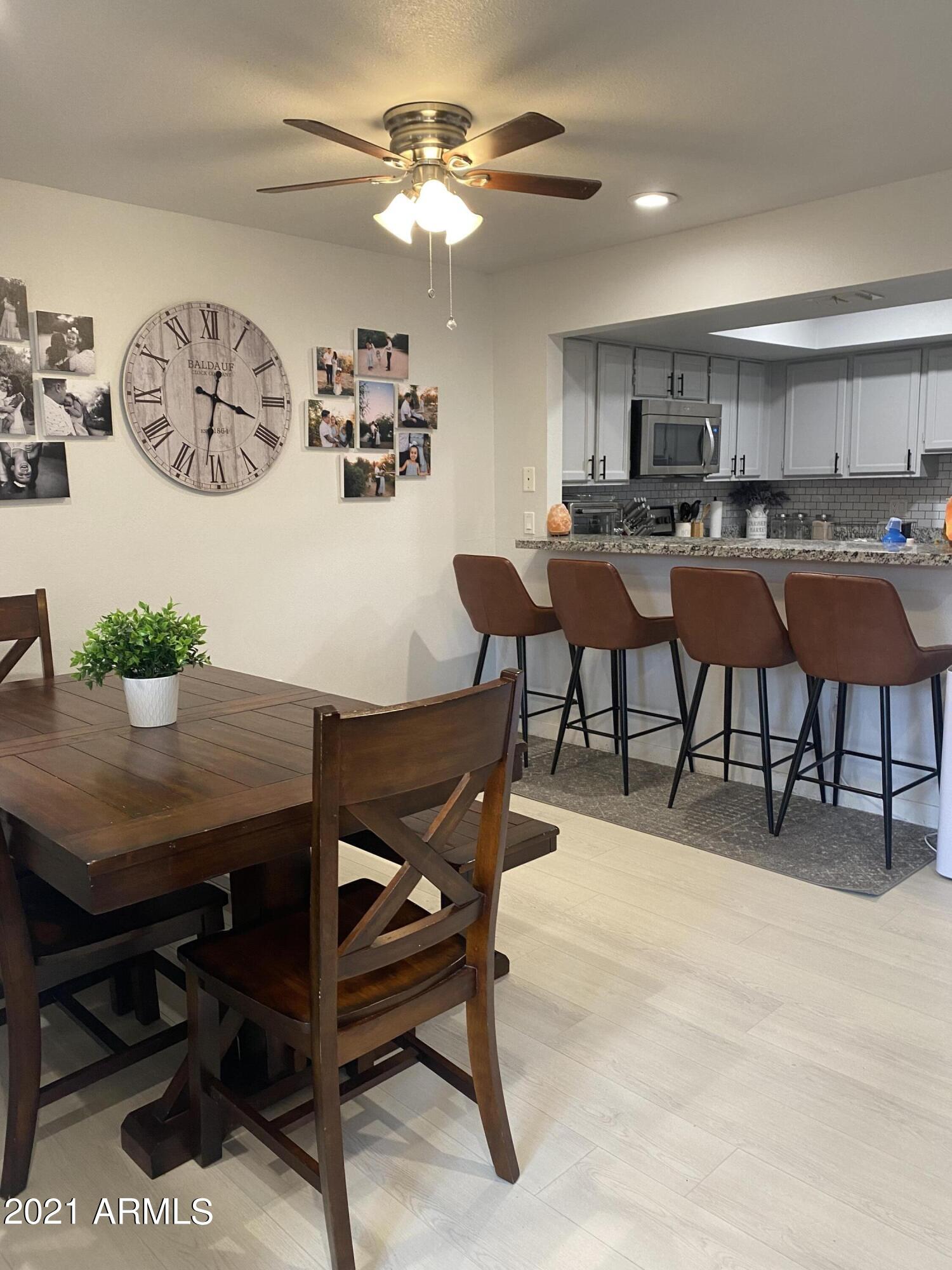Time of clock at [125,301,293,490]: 3:31
